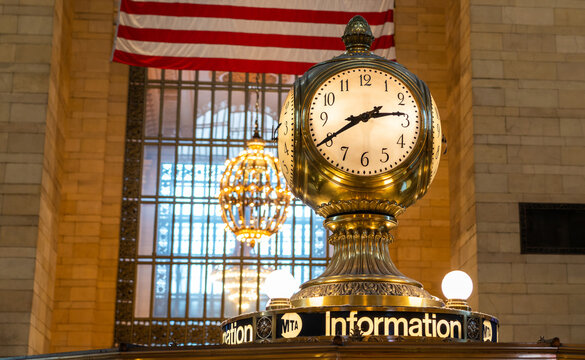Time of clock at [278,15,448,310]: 2:40
